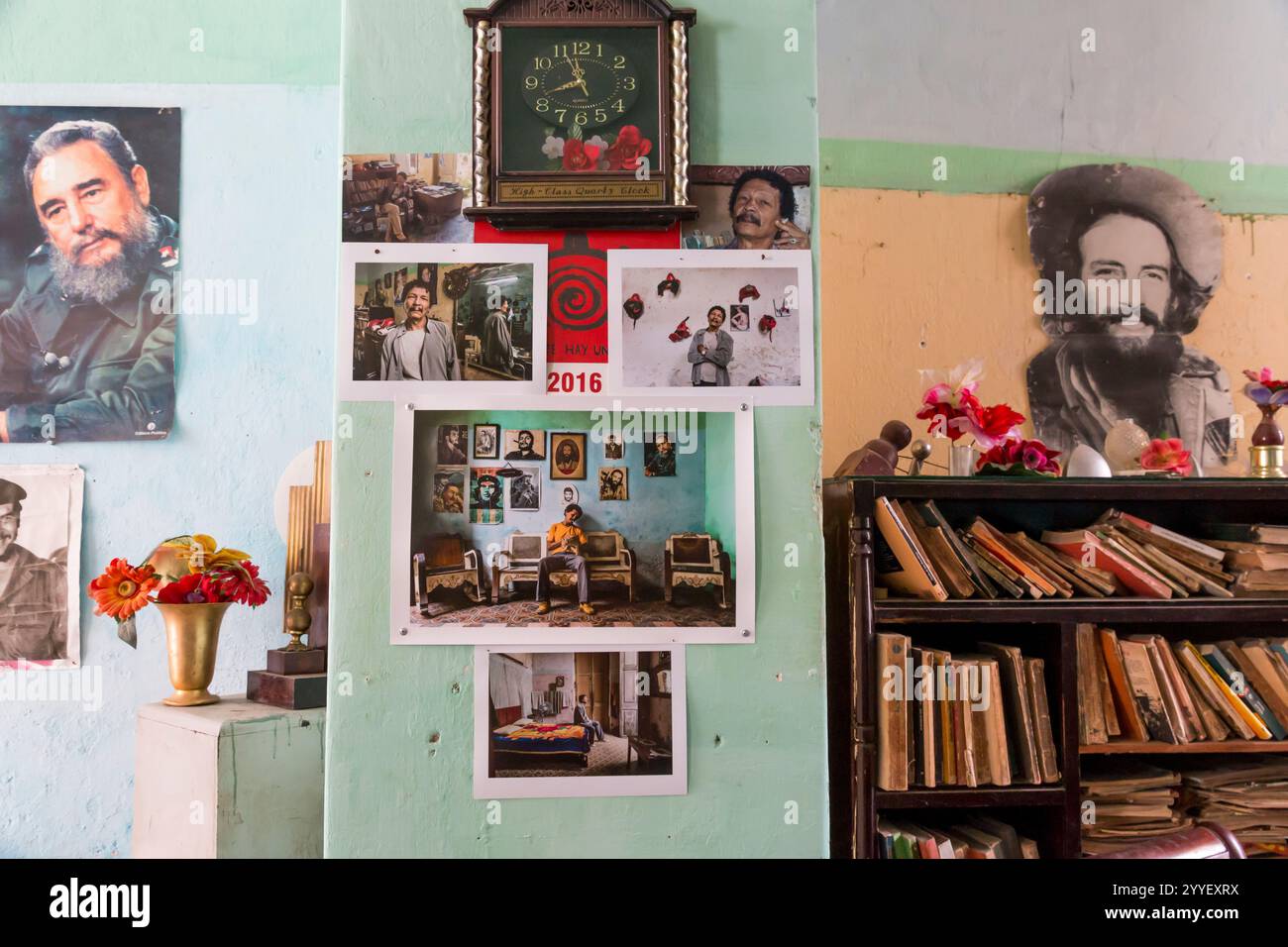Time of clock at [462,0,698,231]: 11:41
